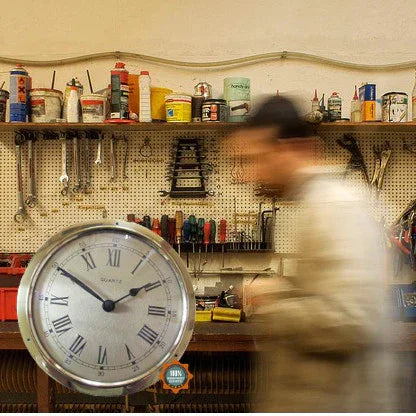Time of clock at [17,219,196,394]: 1:50
